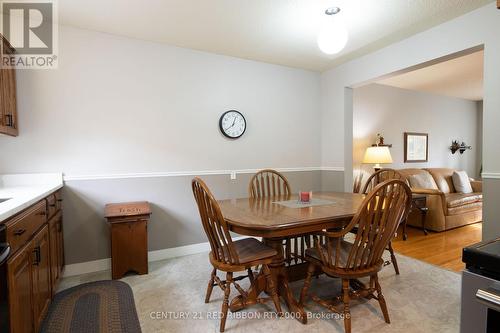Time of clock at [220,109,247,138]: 12:38
